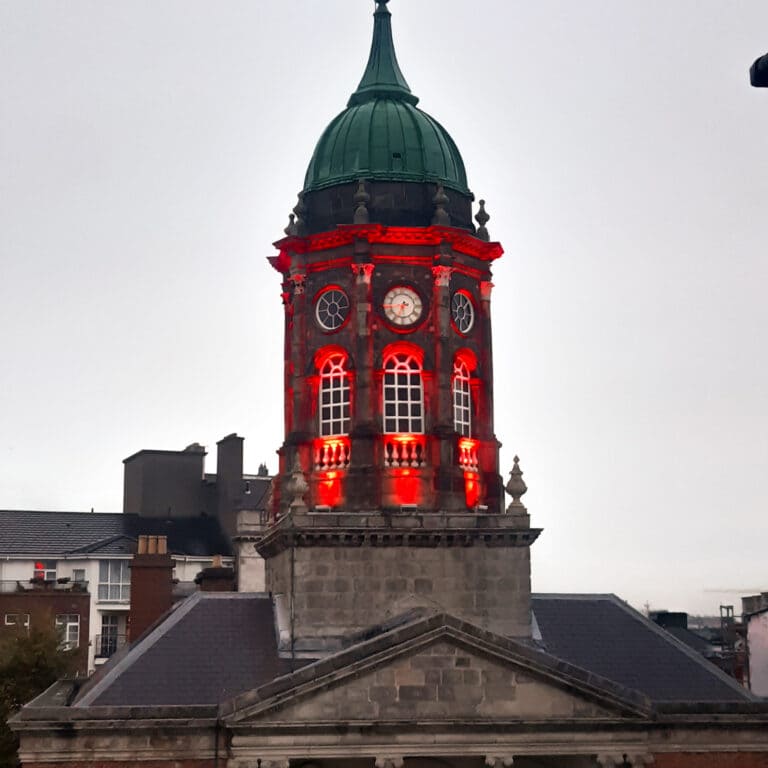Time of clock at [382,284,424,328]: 6:43
